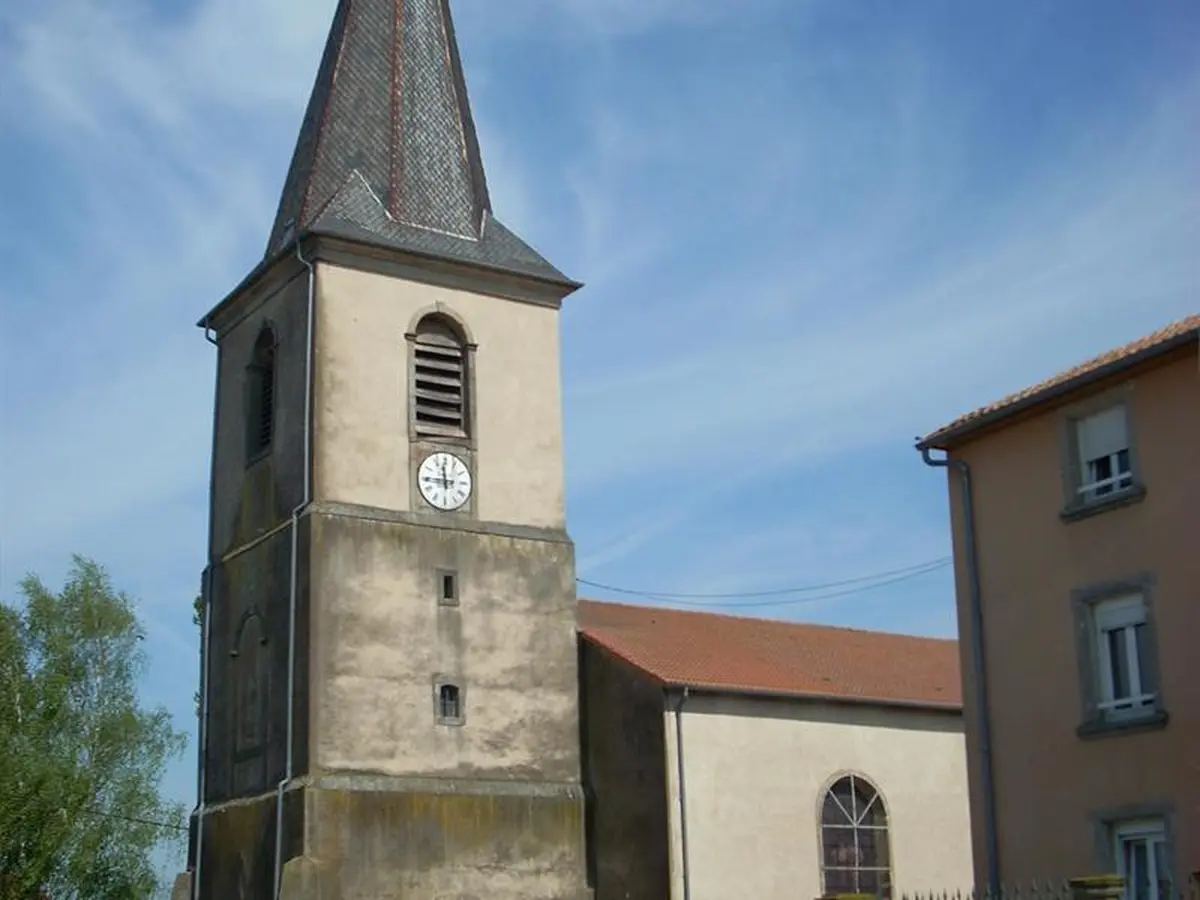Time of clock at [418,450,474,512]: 11:45
